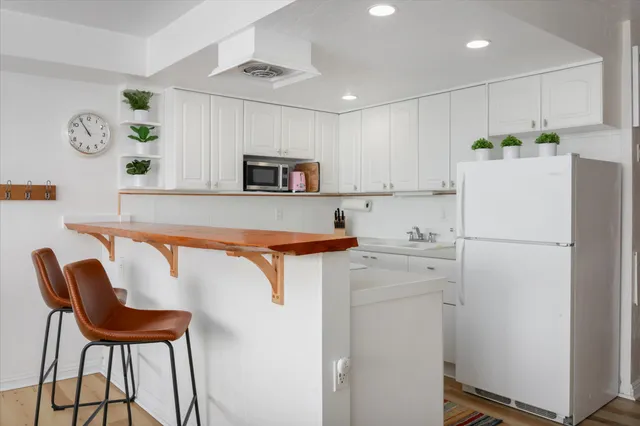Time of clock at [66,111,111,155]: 10:54
